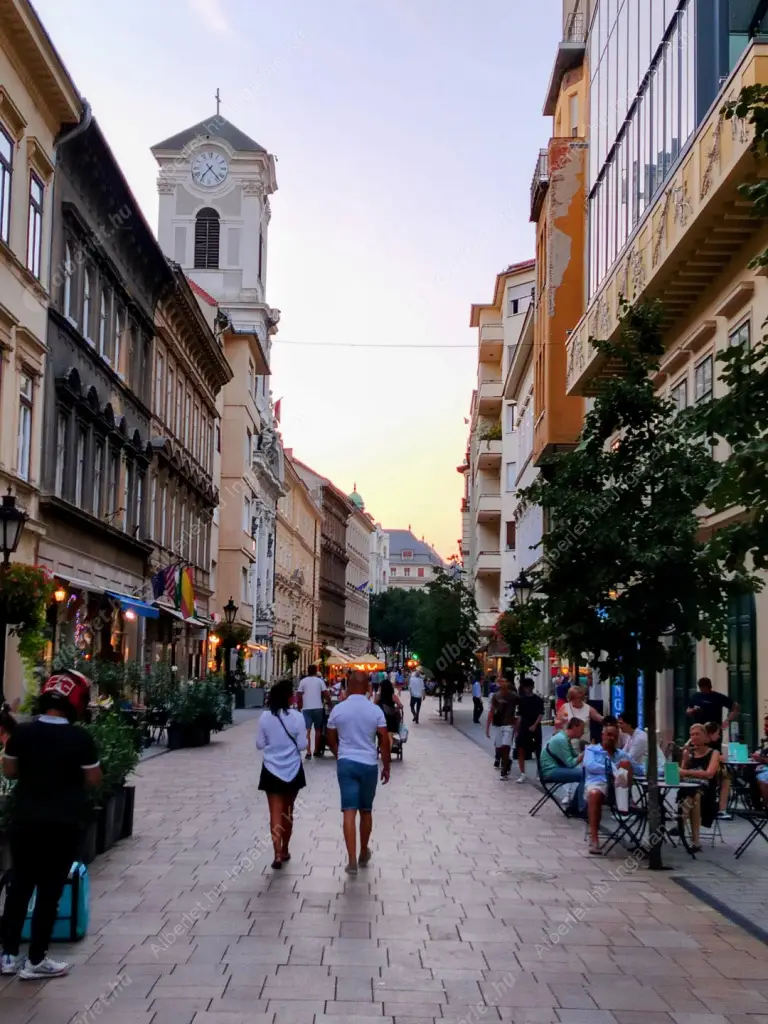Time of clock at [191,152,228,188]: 7:23
